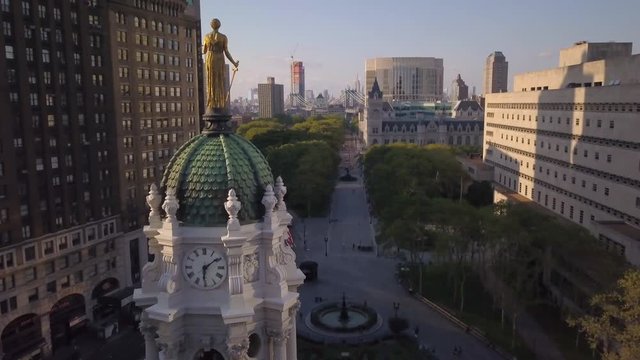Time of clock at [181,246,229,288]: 6:08
